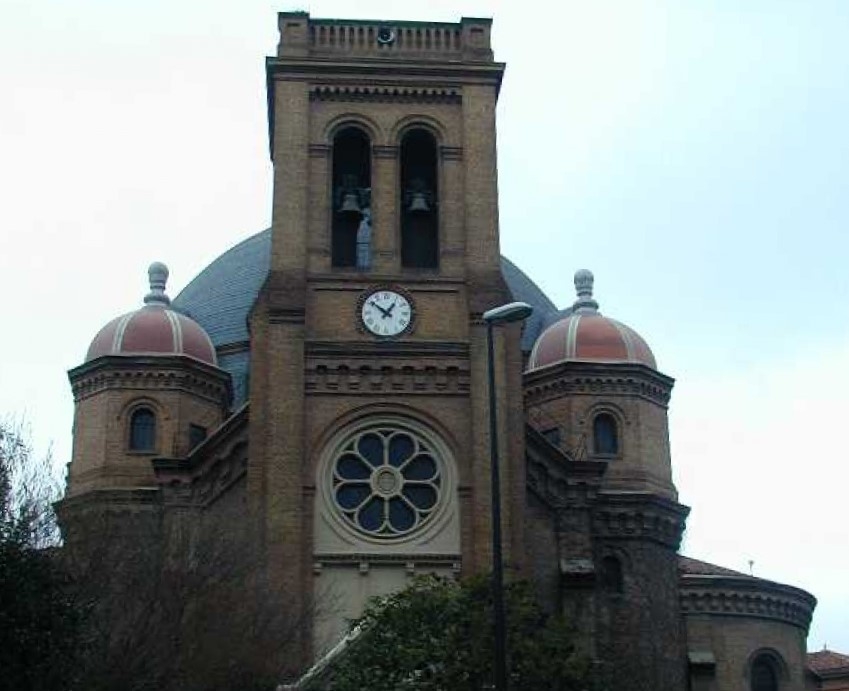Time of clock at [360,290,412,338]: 12:51
